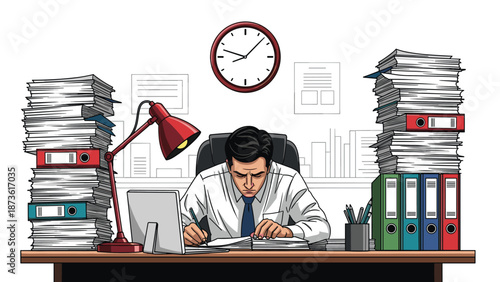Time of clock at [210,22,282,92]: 8:07
